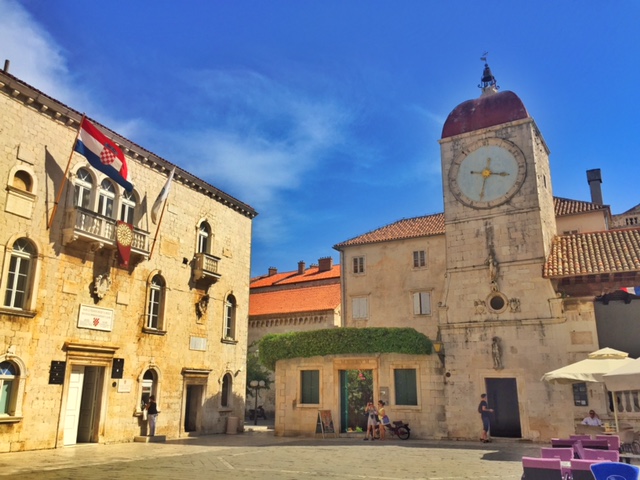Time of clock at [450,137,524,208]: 3:32
